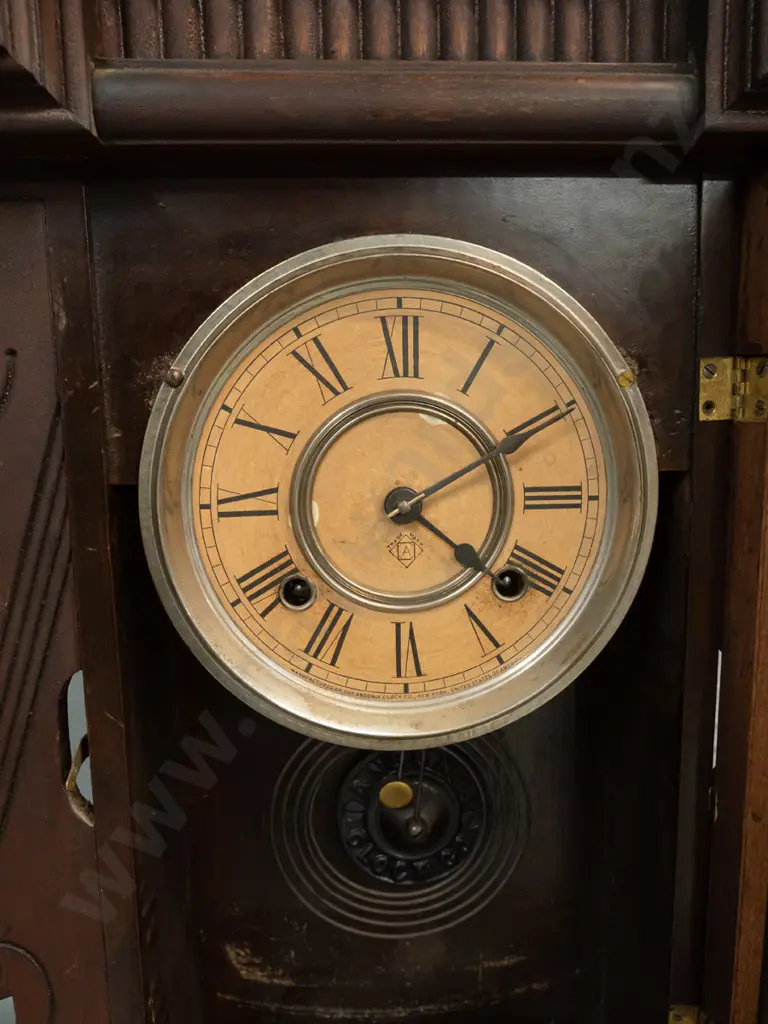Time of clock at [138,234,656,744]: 4:10
